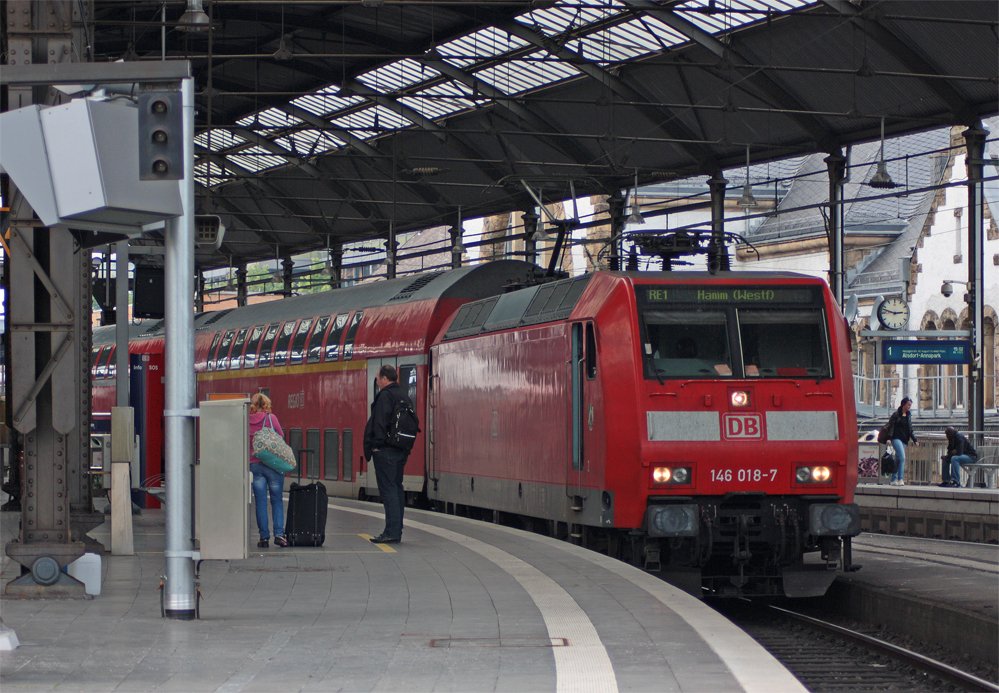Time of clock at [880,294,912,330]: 2:47
